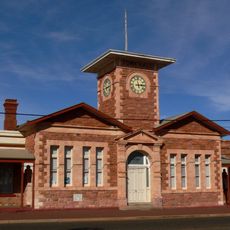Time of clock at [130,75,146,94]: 2:58
